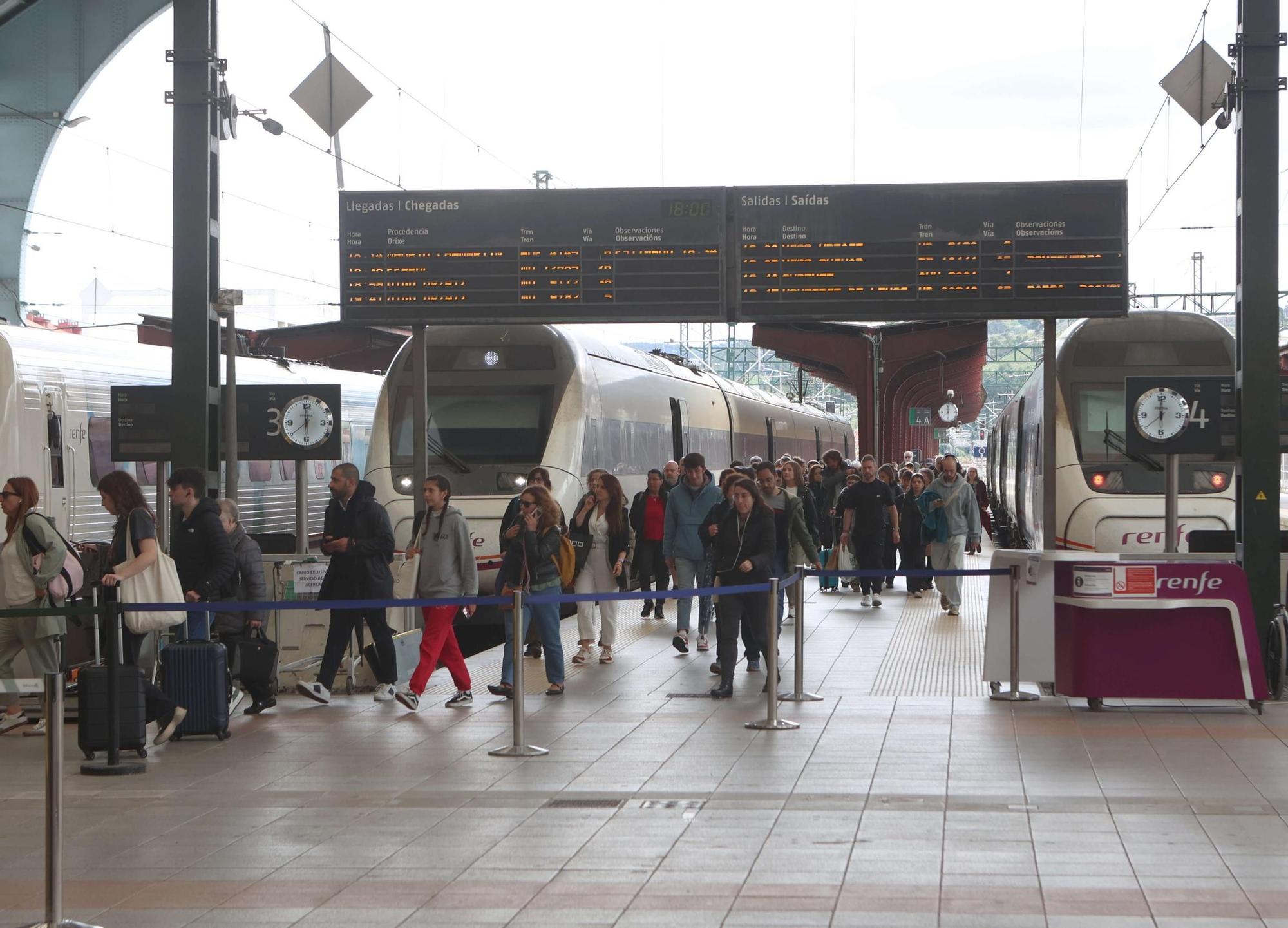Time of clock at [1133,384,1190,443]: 12:00
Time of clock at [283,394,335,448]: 12:00
